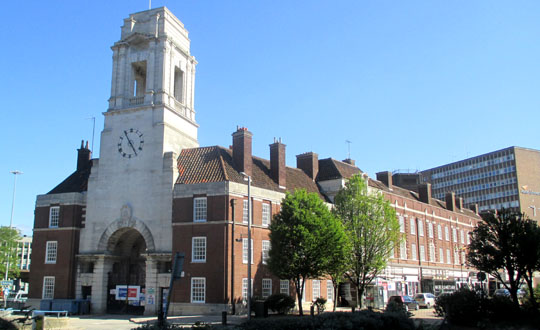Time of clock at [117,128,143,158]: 4:54
